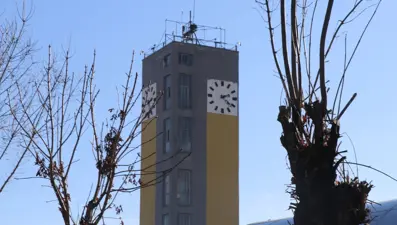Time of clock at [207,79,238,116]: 2:21
